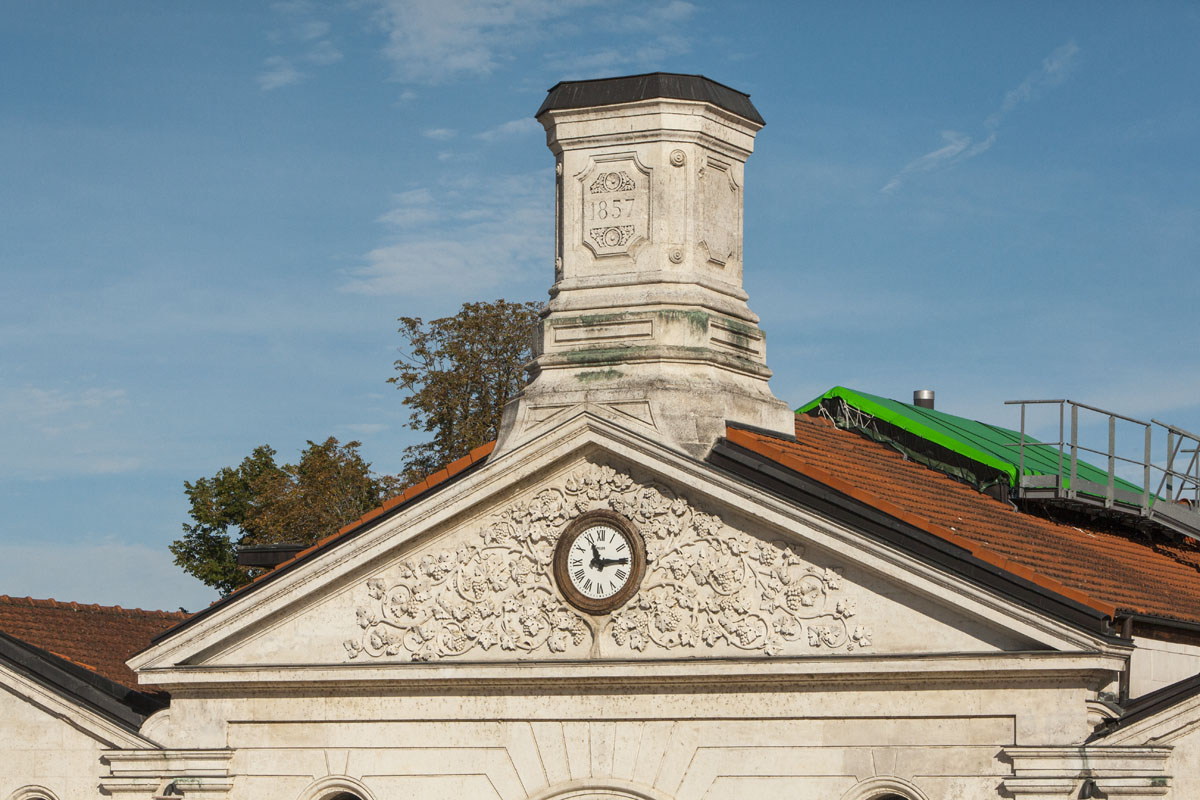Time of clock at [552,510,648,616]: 11:14
